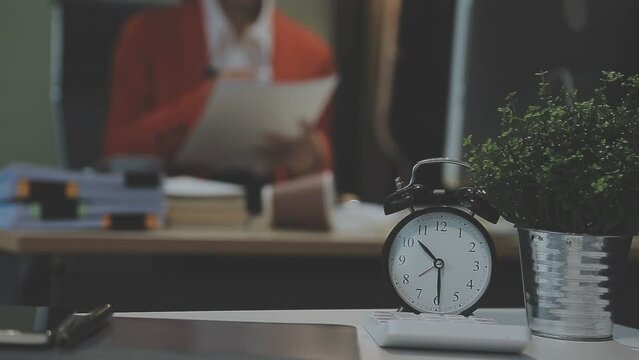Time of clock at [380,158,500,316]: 10:29
